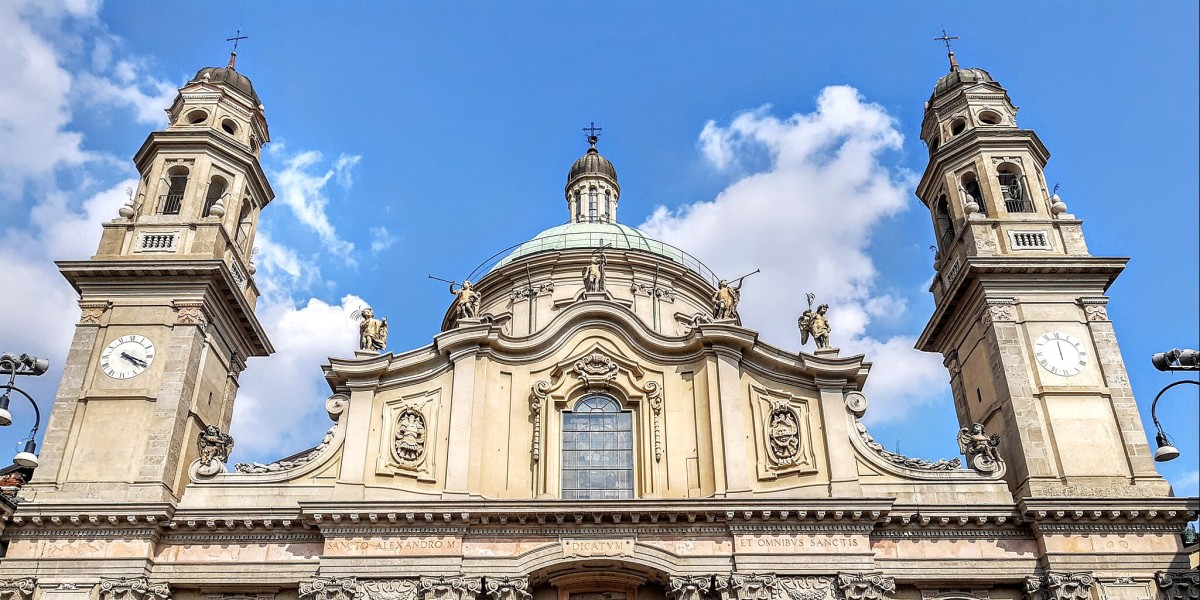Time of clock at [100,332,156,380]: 4:18
